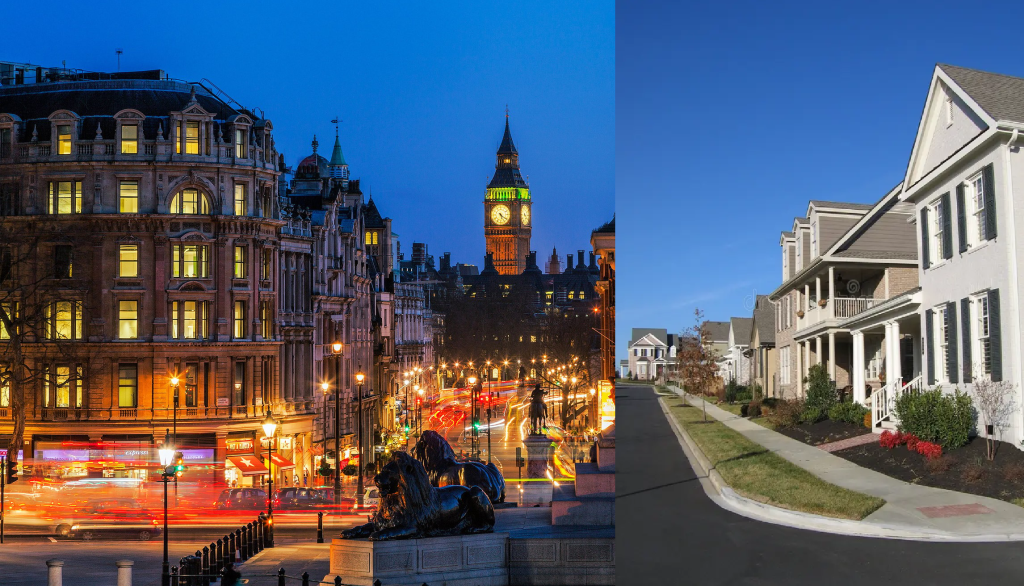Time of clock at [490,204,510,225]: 5:21
